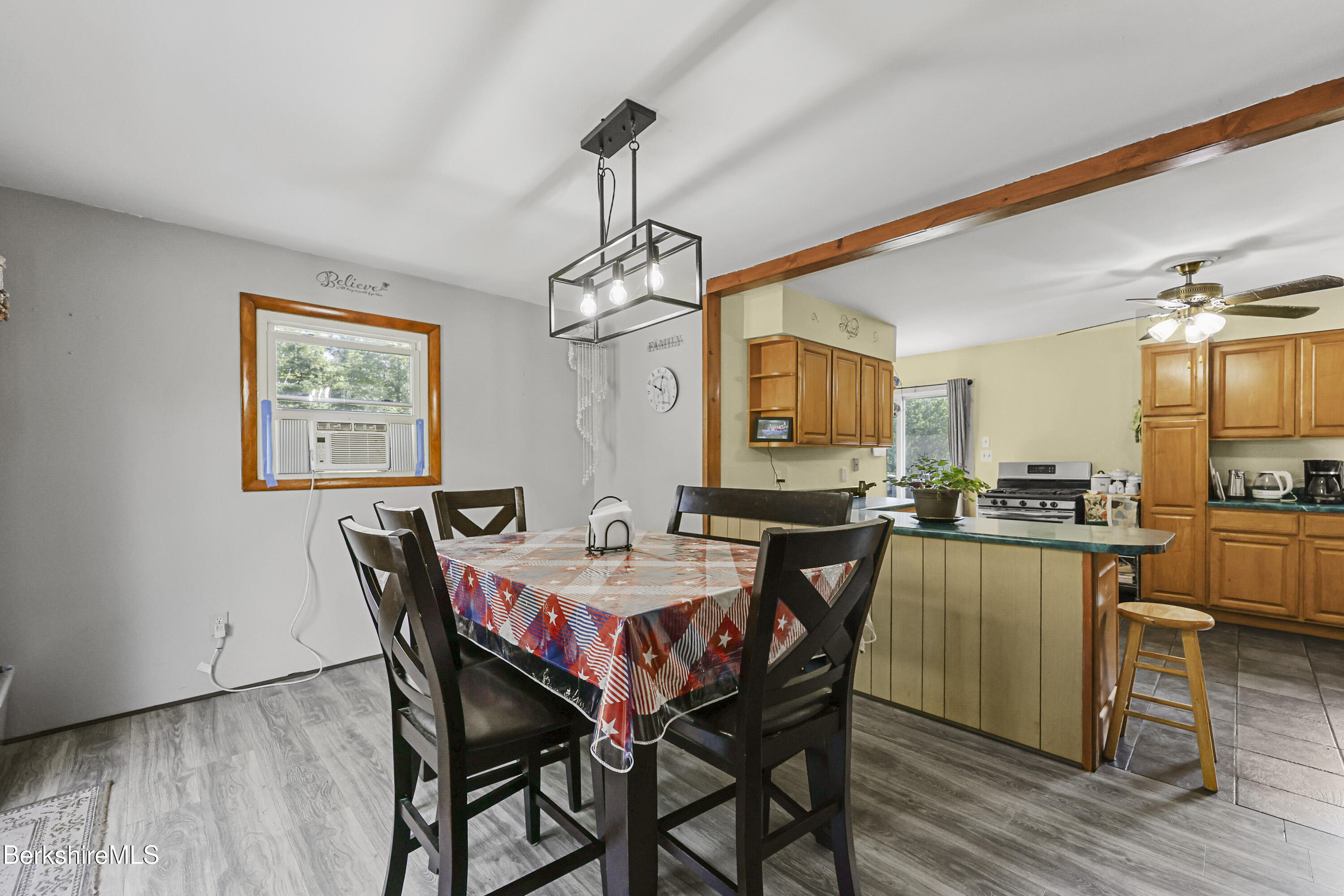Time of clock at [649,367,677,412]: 10:03
